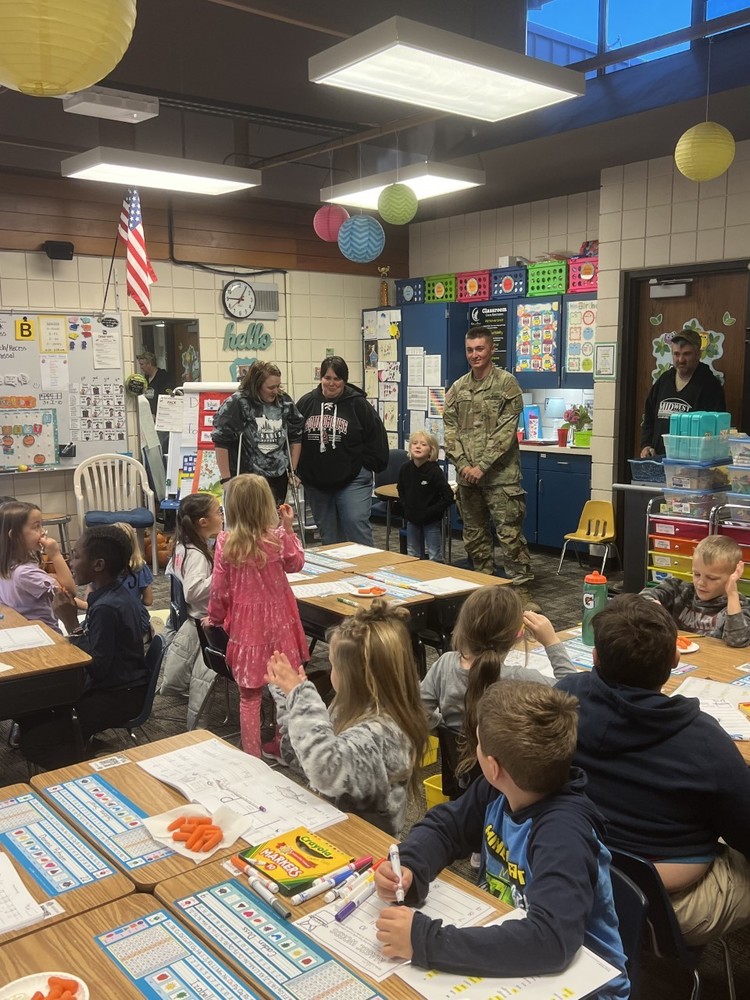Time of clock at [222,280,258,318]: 9:05
